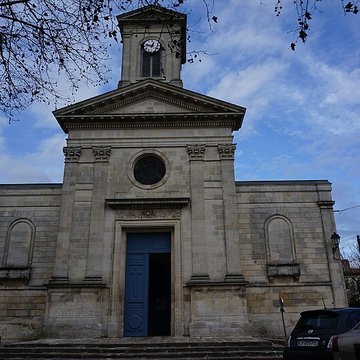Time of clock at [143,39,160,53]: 12:47
